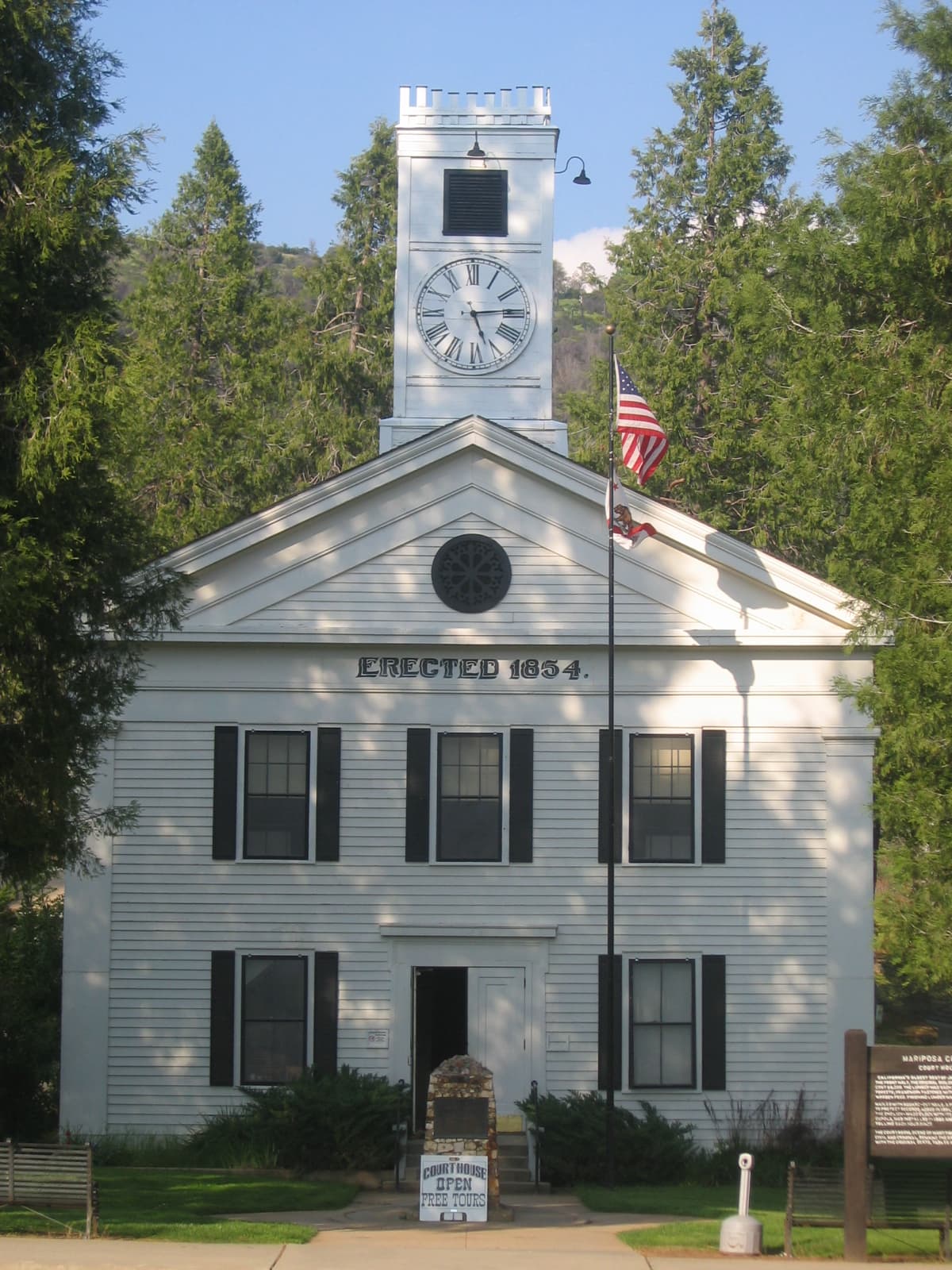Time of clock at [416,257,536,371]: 5:14
